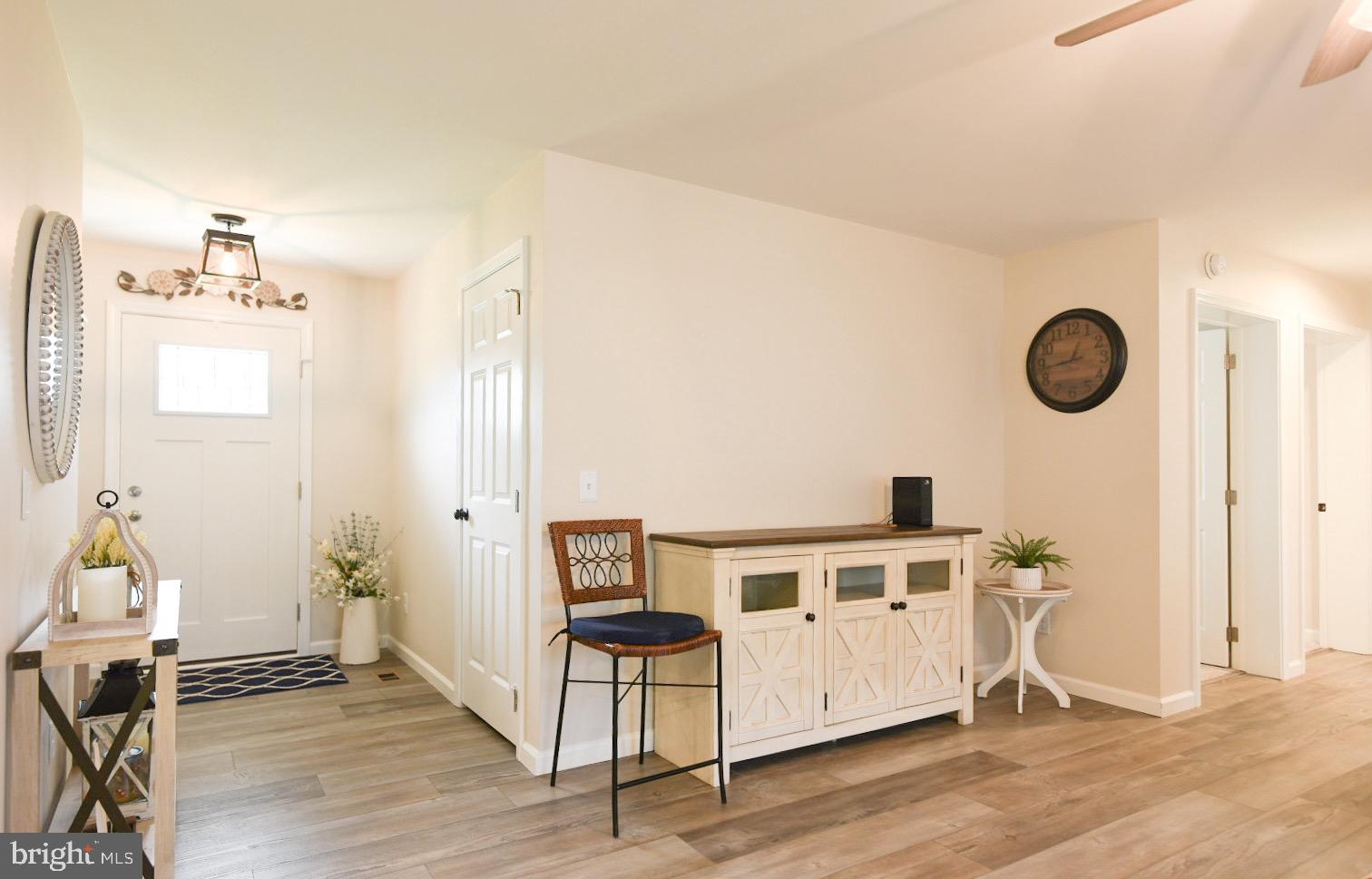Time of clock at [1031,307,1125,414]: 12:43
